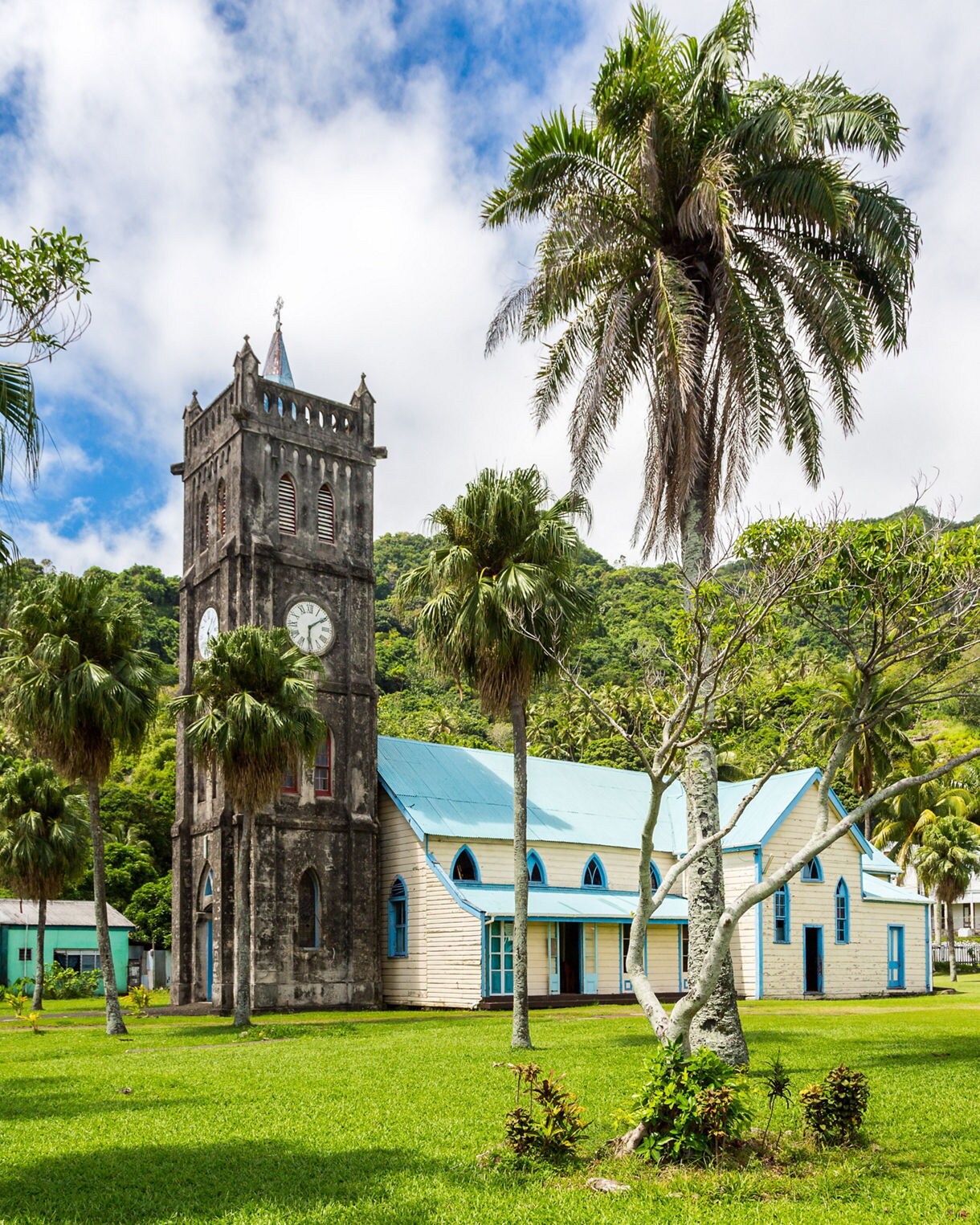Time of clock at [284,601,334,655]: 6:09
